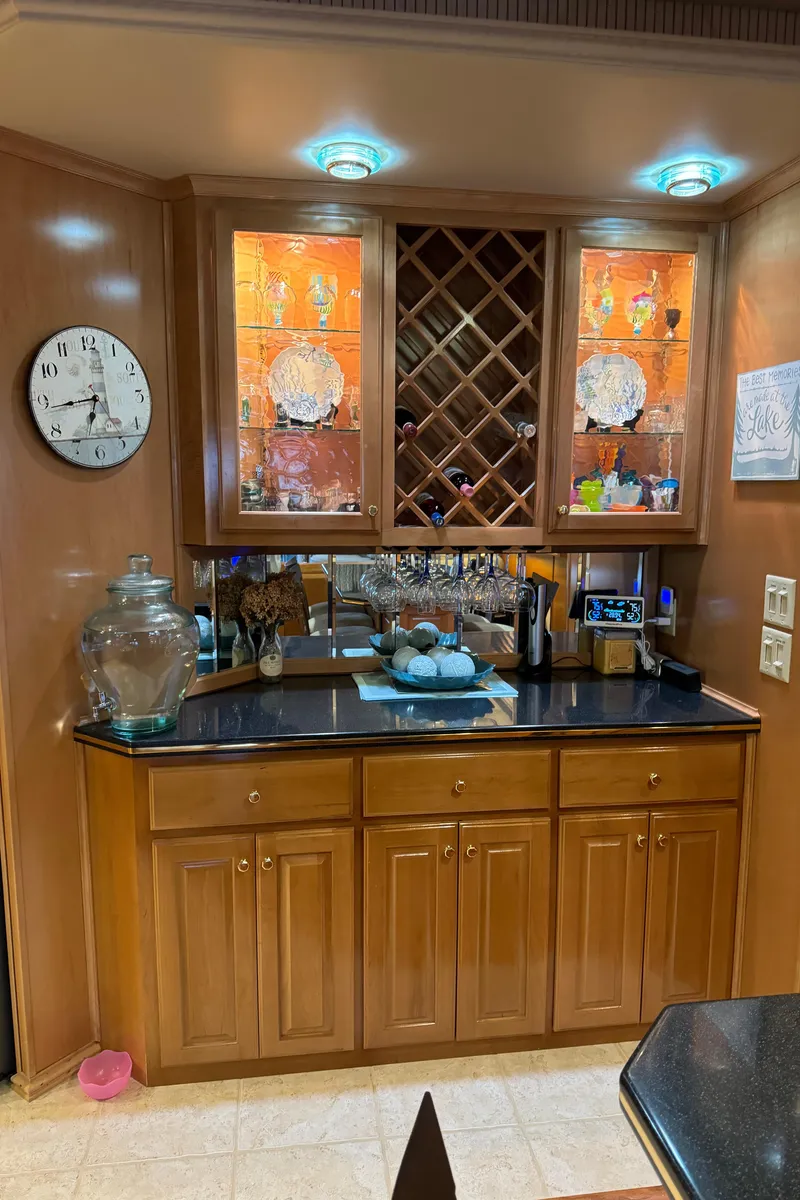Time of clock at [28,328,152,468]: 6:43
